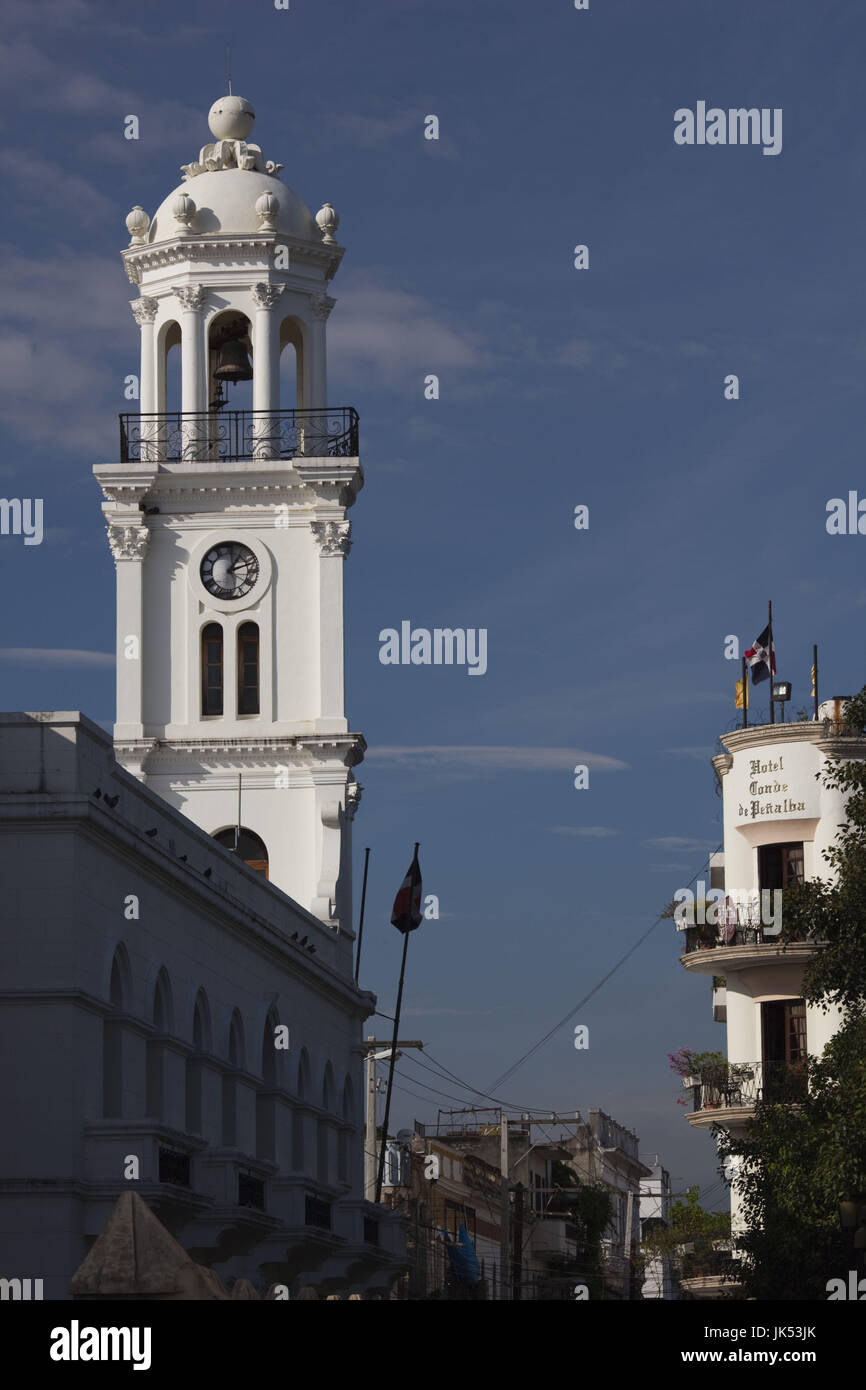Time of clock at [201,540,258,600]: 1:12
